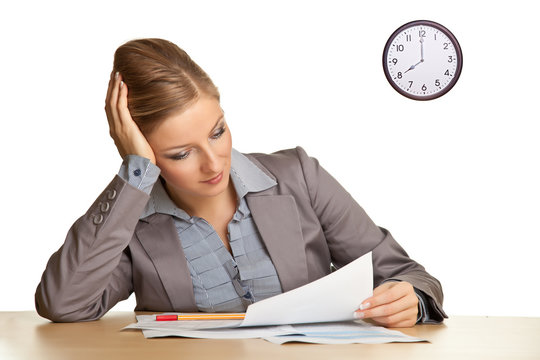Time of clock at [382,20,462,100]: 7:59
